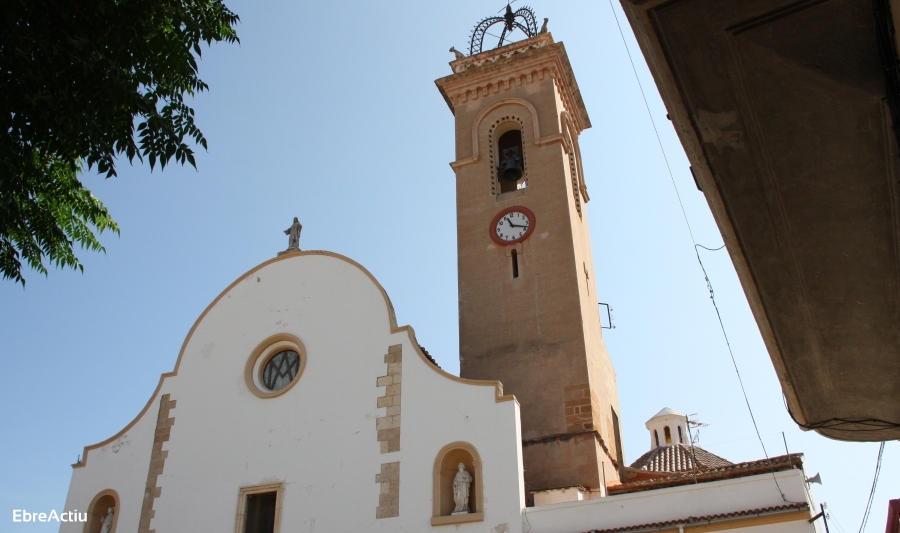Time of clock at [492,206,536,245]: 11:18
